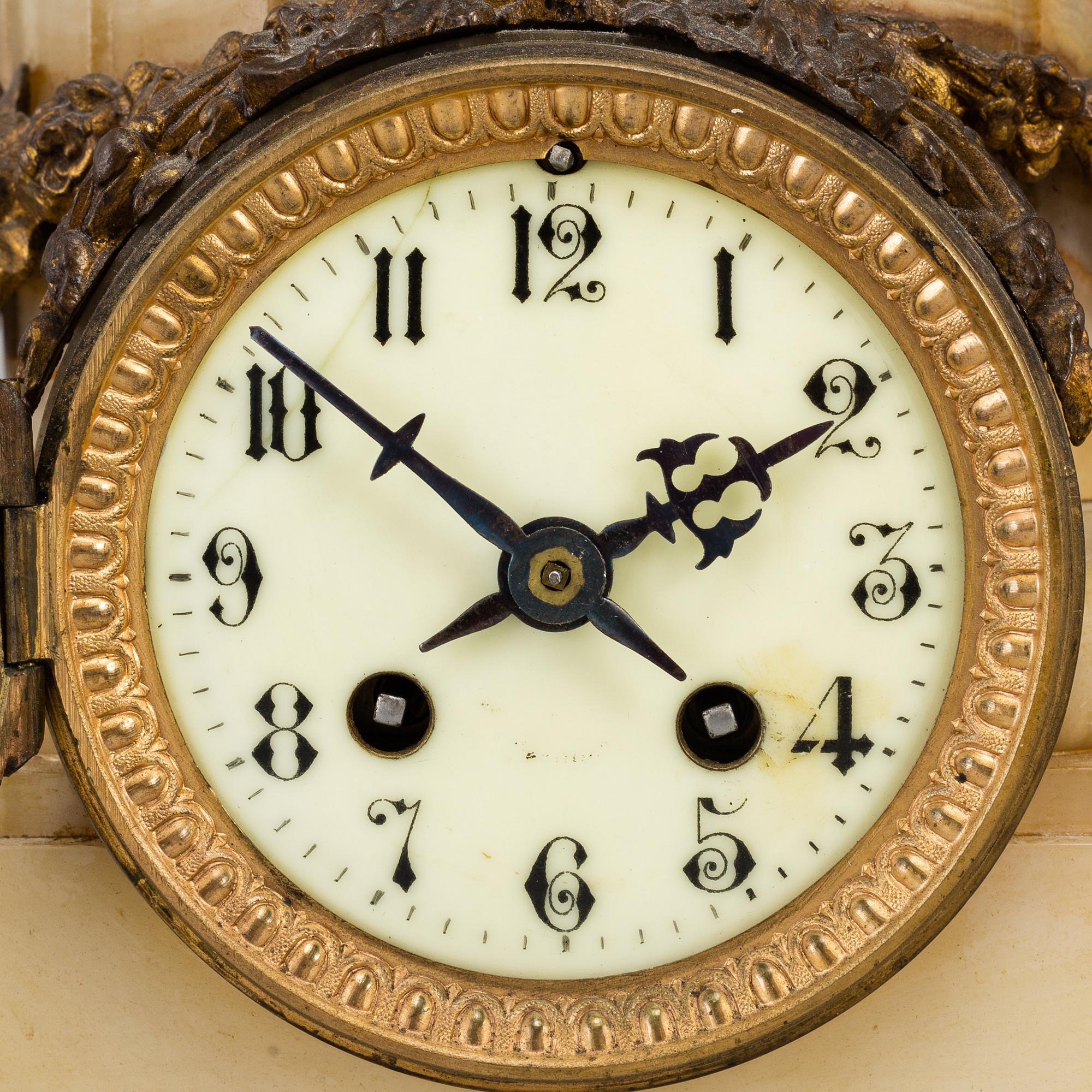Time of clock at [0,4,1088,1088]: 1:51
